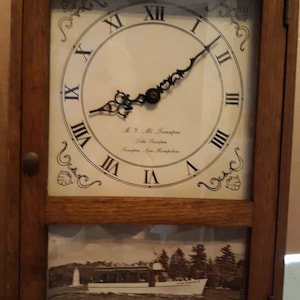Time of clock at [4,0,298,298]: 8:08
